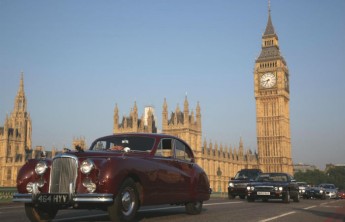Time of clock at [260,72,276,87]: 6:42
